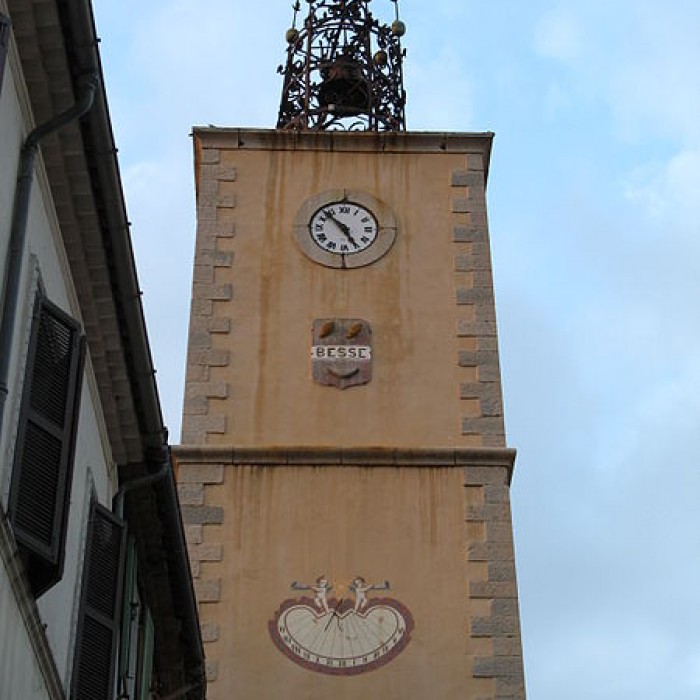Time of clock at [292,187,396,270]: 4:52
